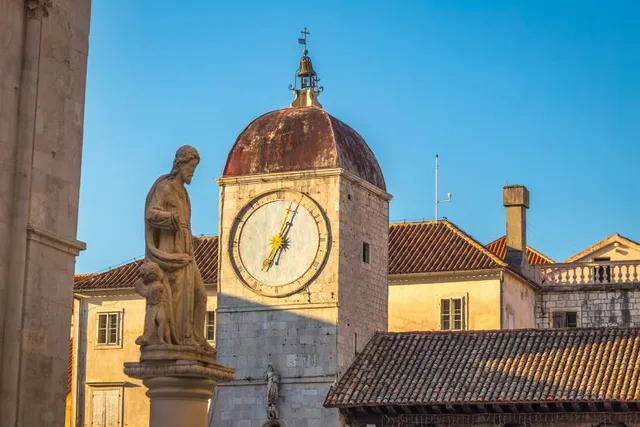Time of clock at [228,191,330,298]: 7:04
